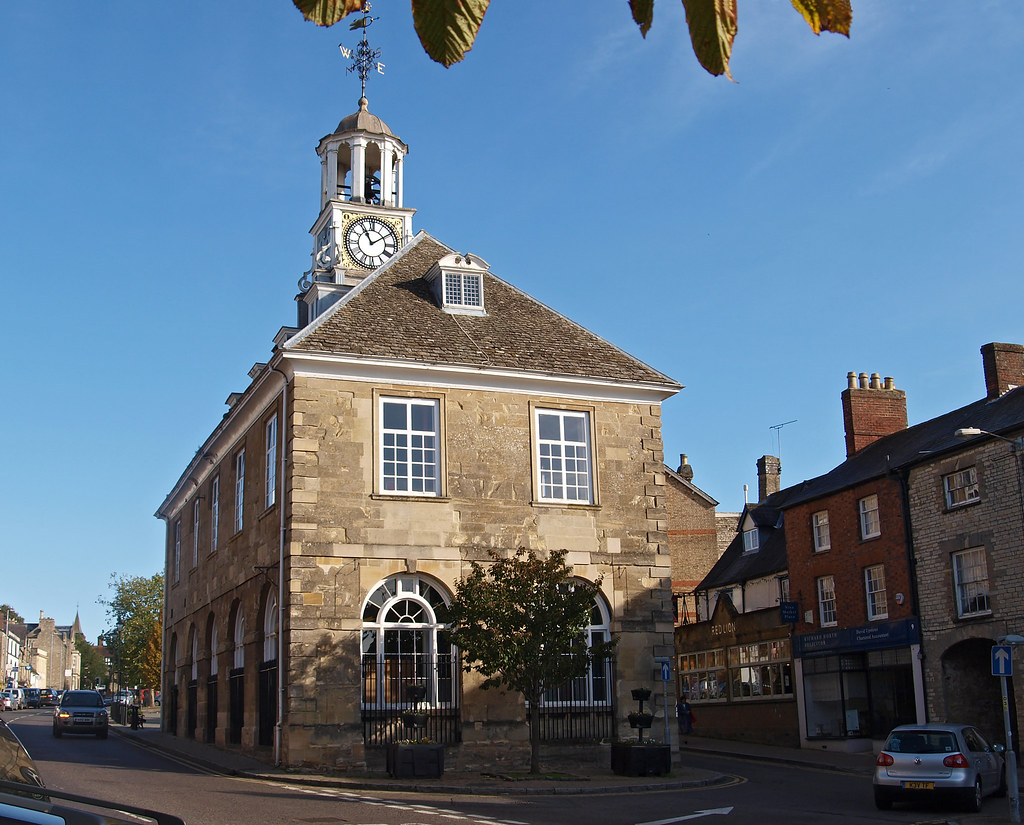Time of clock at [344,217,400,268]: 11:09
